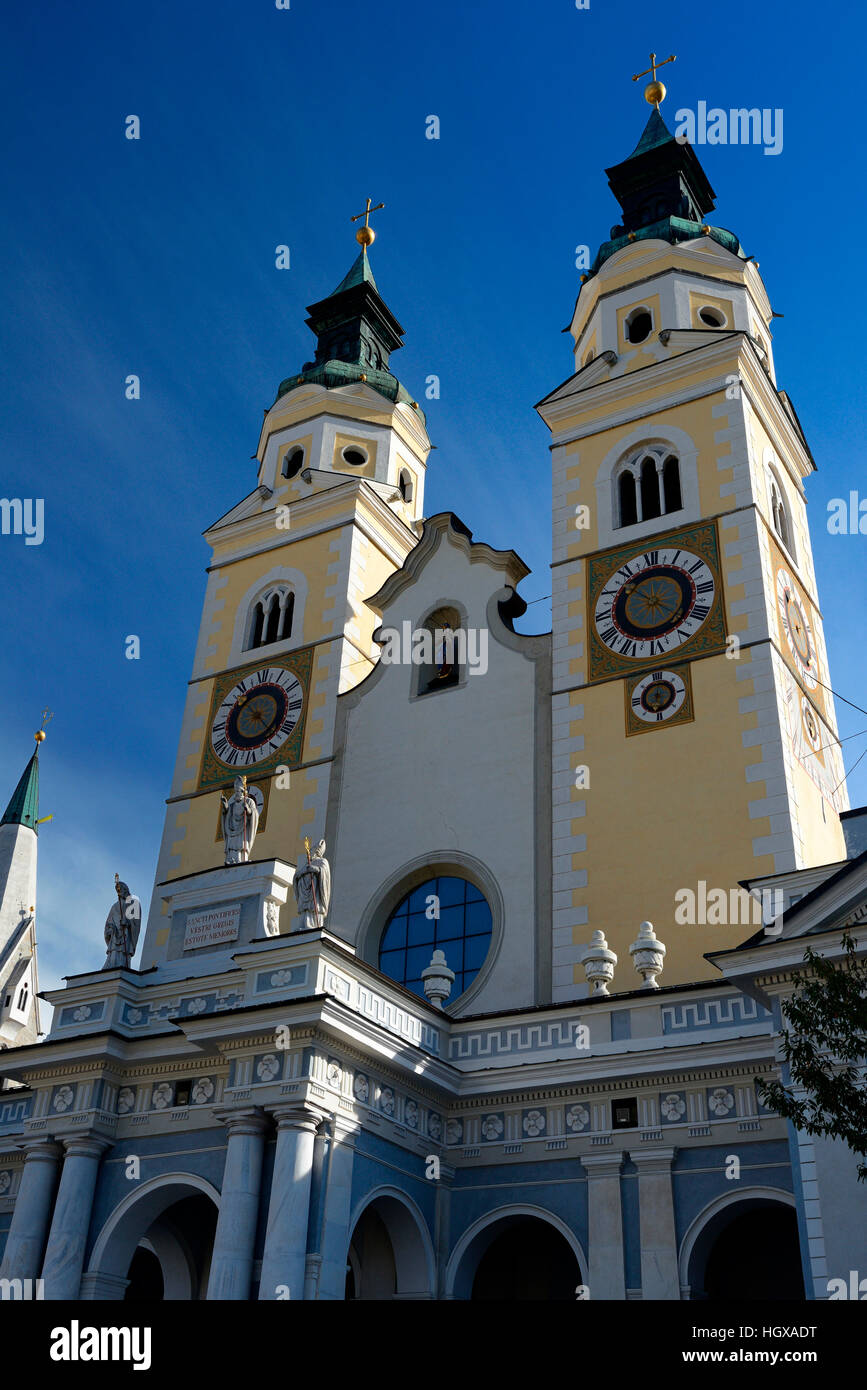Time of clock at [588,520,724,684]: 10:22
